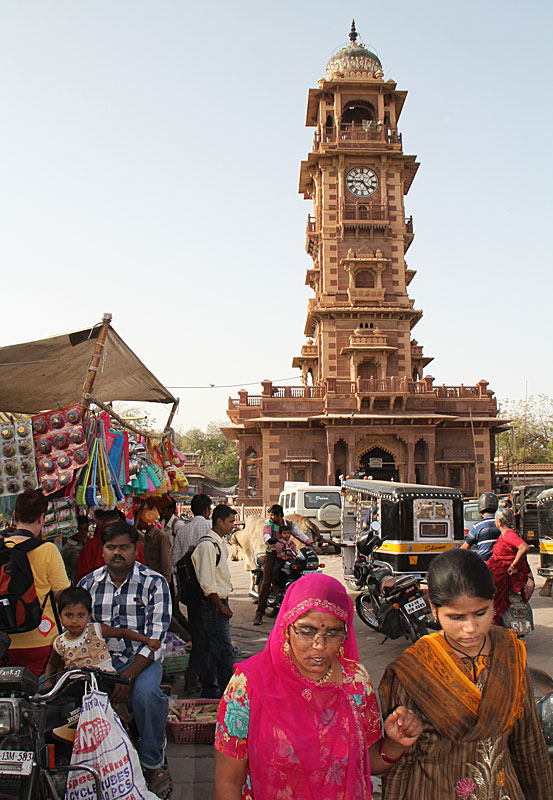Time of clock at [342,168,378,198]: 4:45
